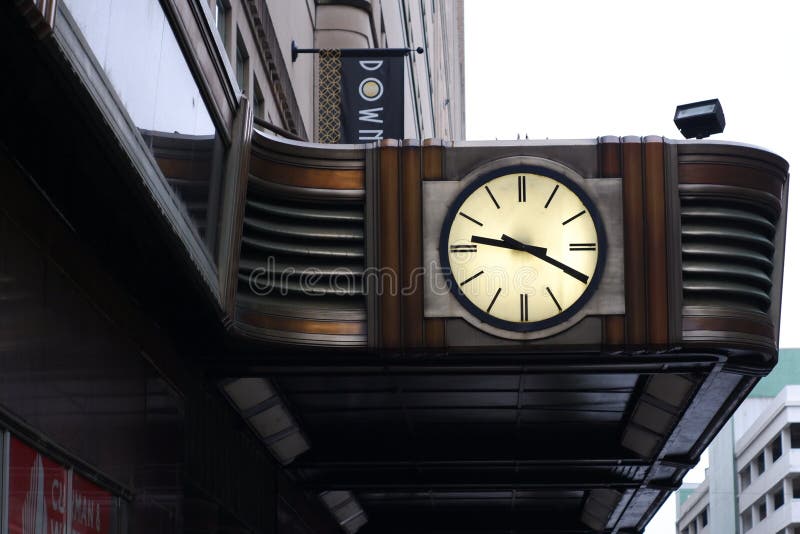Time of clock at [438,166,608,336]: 9:19
